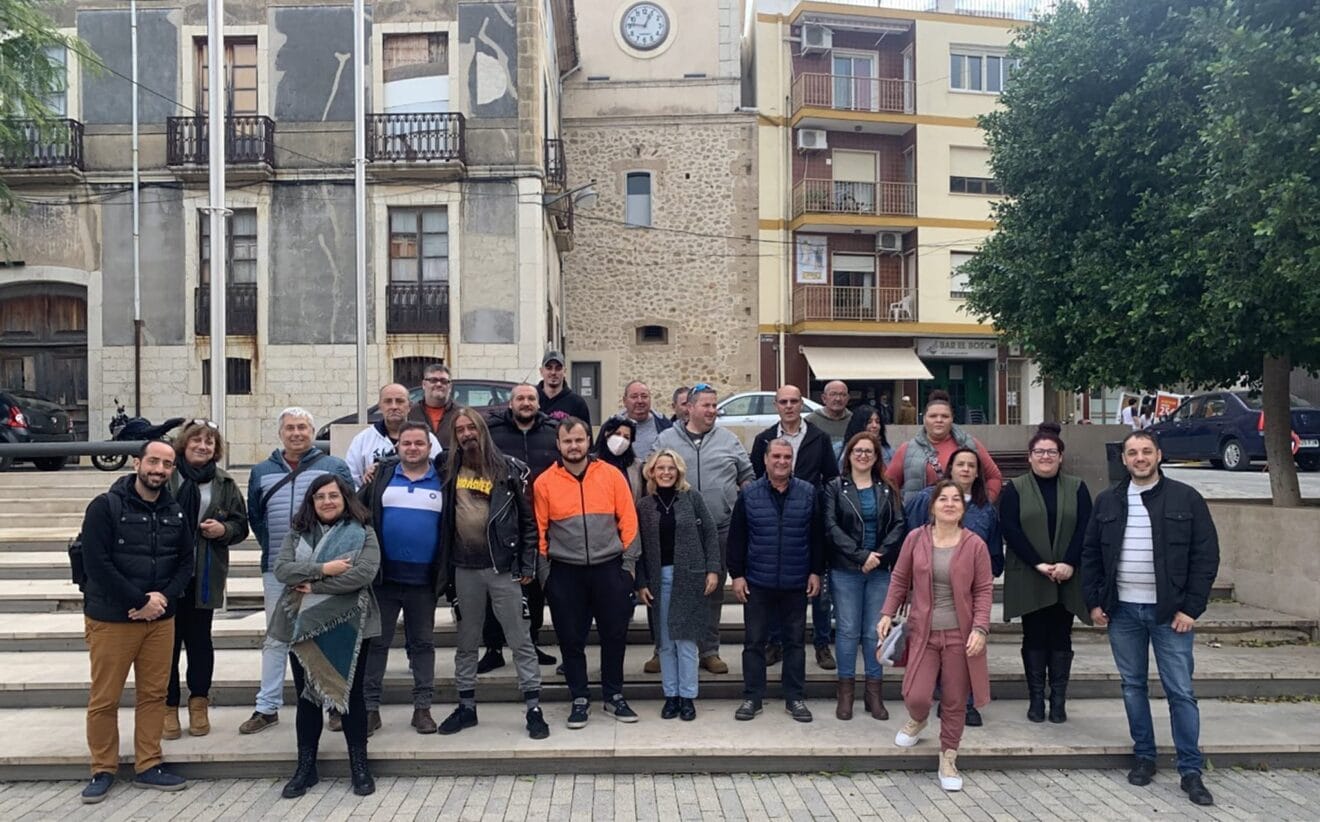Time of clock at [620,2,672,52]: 12:46
